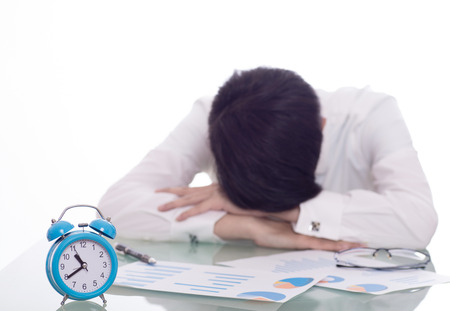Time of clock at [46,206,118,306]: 10:39
